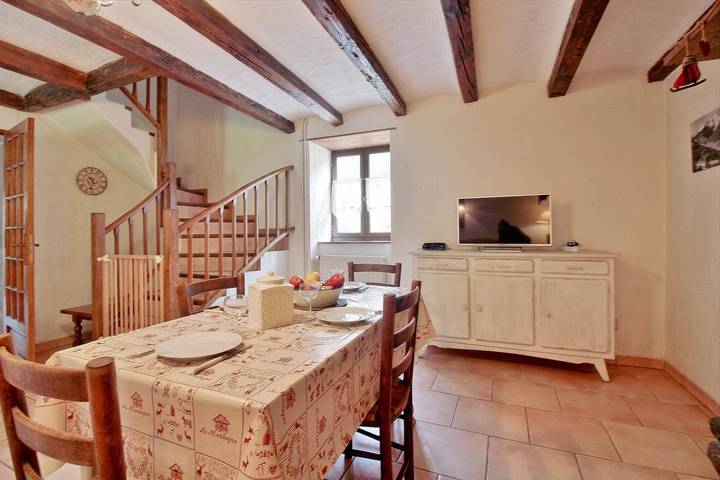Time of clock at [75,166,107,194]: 10:32
